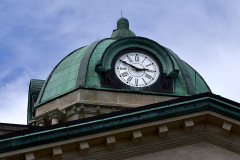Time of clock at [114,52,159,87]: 2:49
